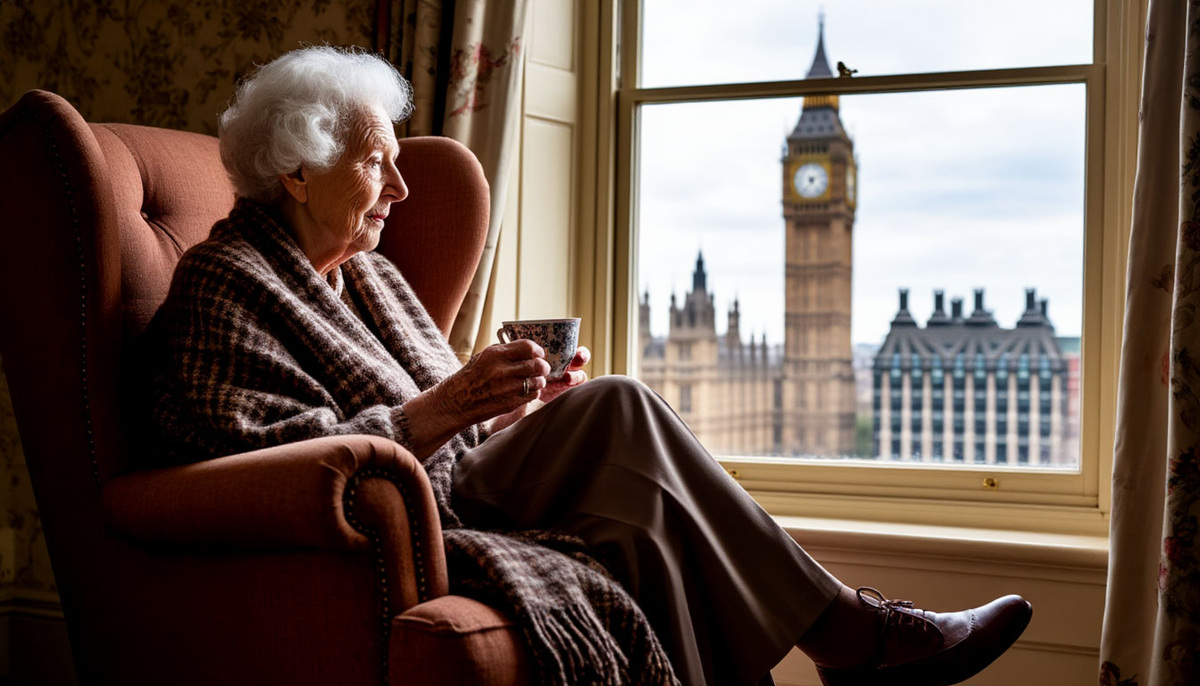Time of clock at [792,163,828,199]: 5:12
